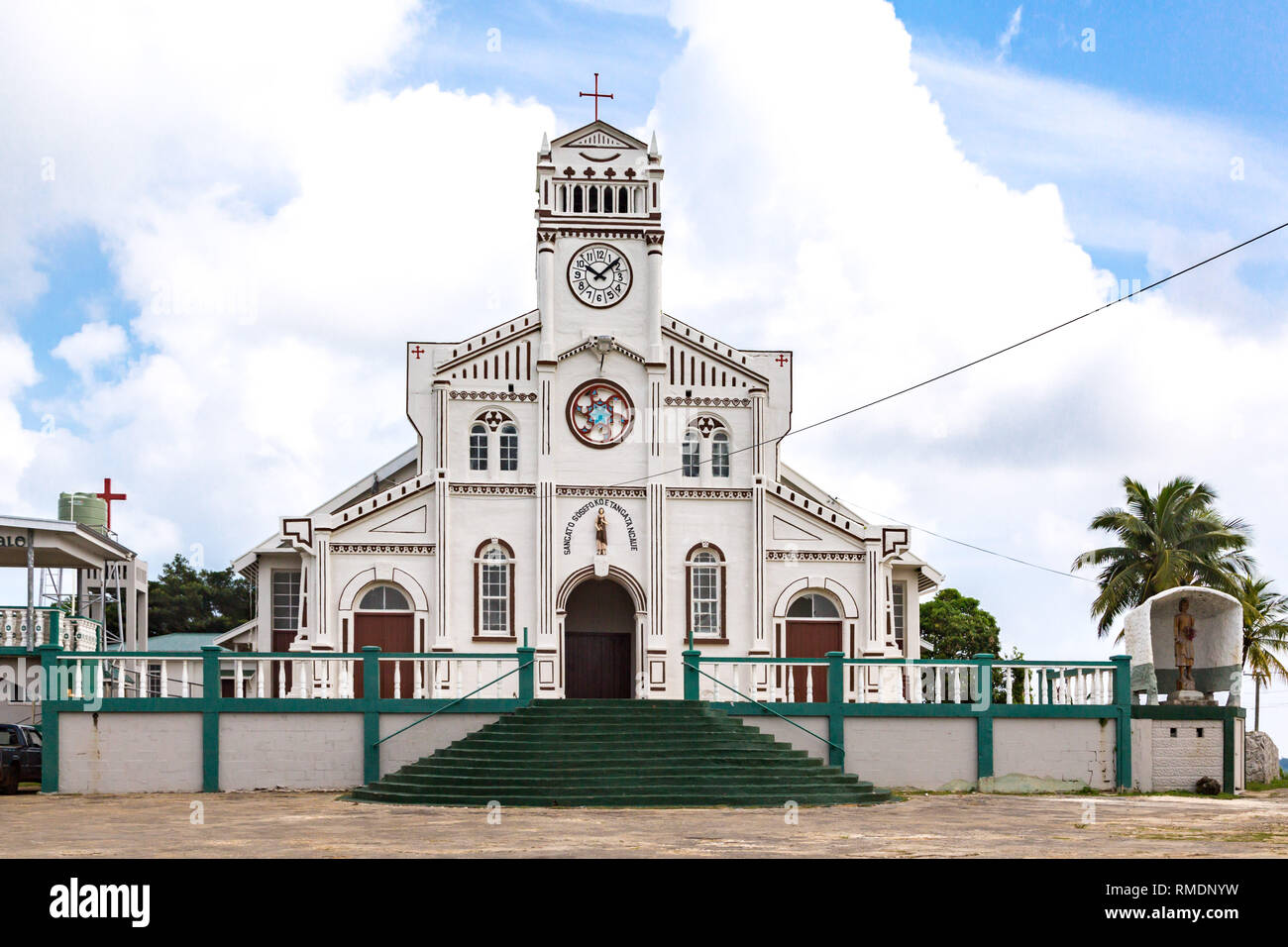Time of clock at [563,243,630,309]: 10:08
